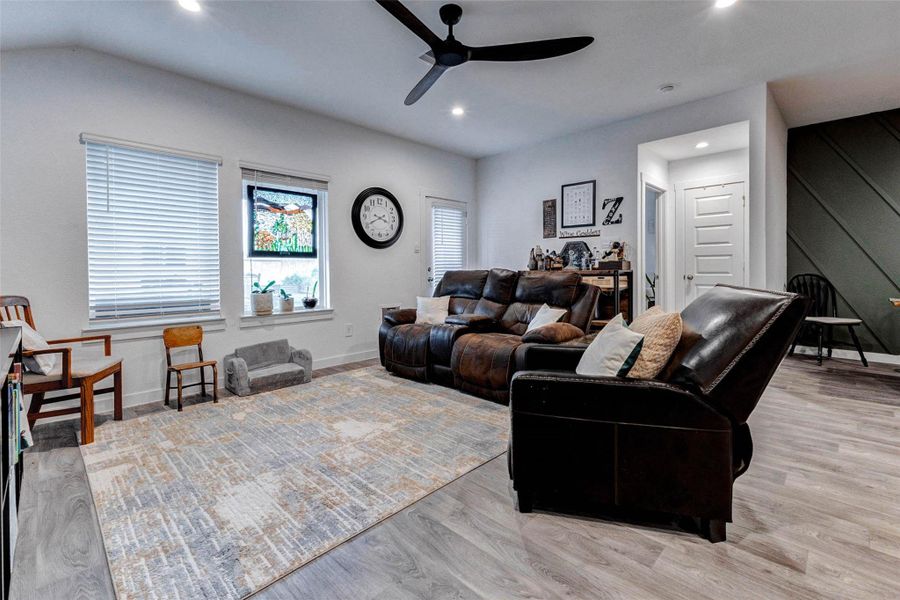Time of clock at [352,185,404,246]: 3:40
